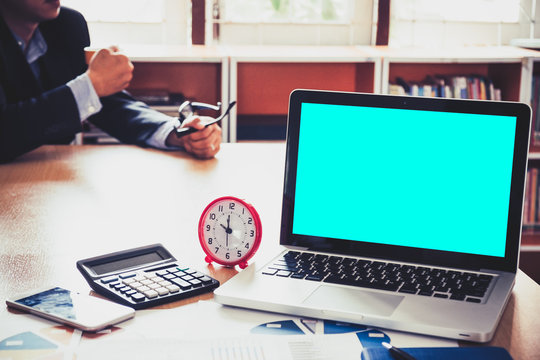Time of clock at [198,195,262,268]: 9:59
